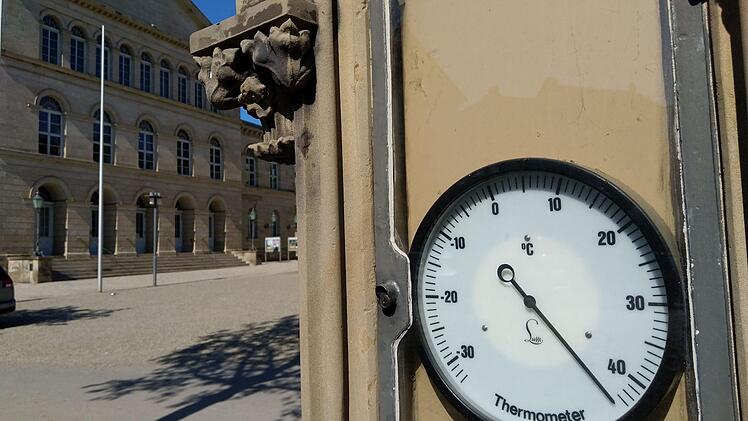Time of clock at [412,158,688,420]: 4:21
